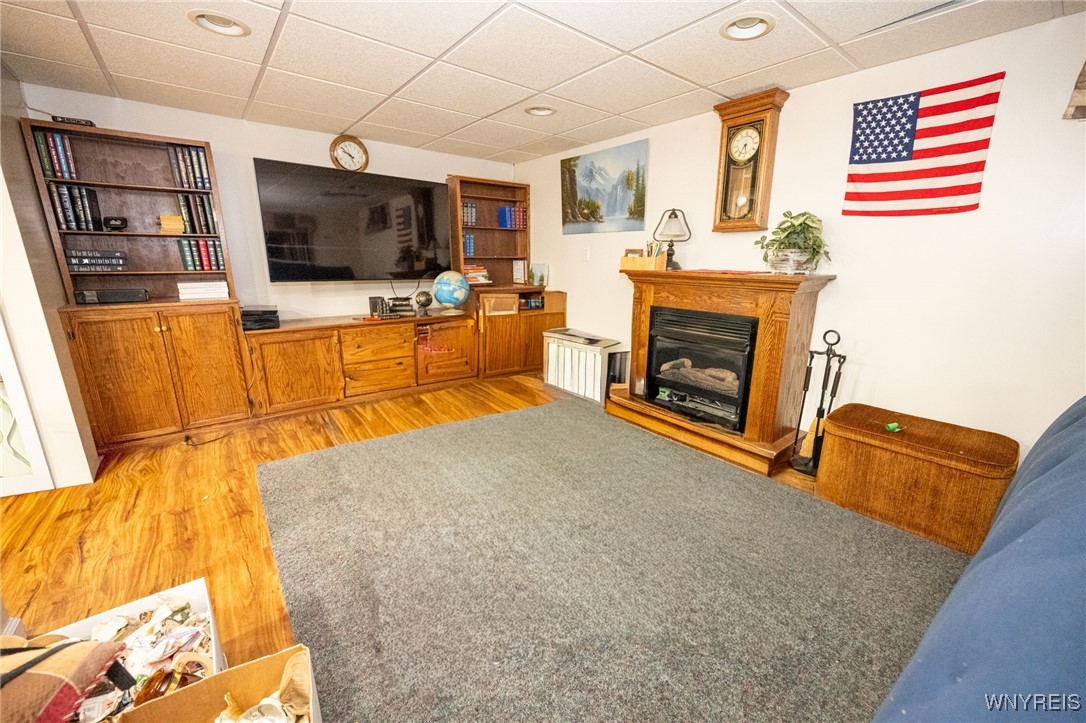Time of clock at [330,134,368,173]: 9:51
